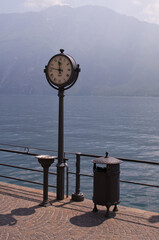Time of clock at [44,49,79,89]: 11:46
